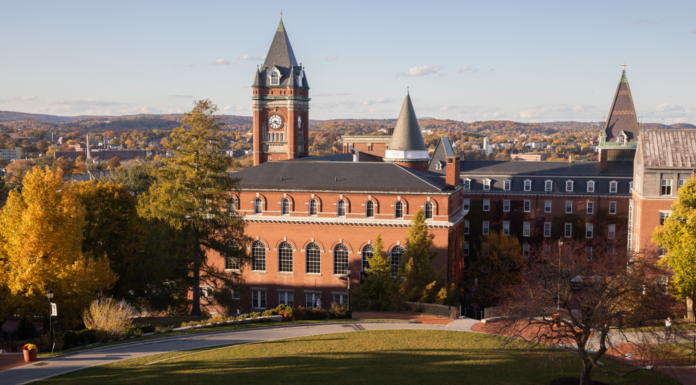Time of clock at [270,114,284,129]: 4:41
